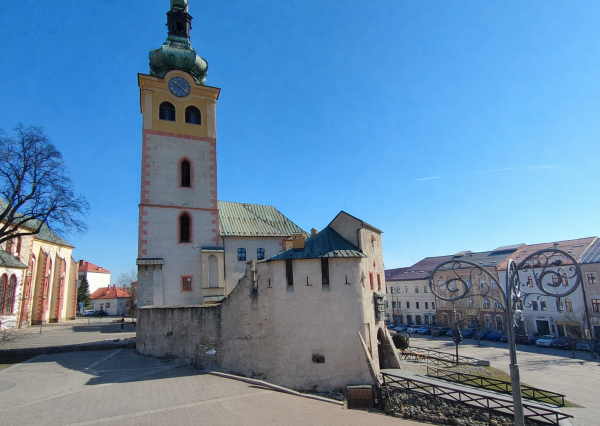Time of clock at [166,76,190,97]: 10:20
